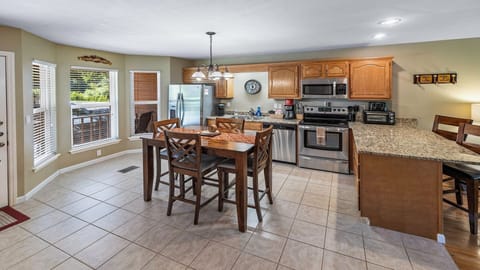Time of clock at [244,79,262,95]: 11:32
